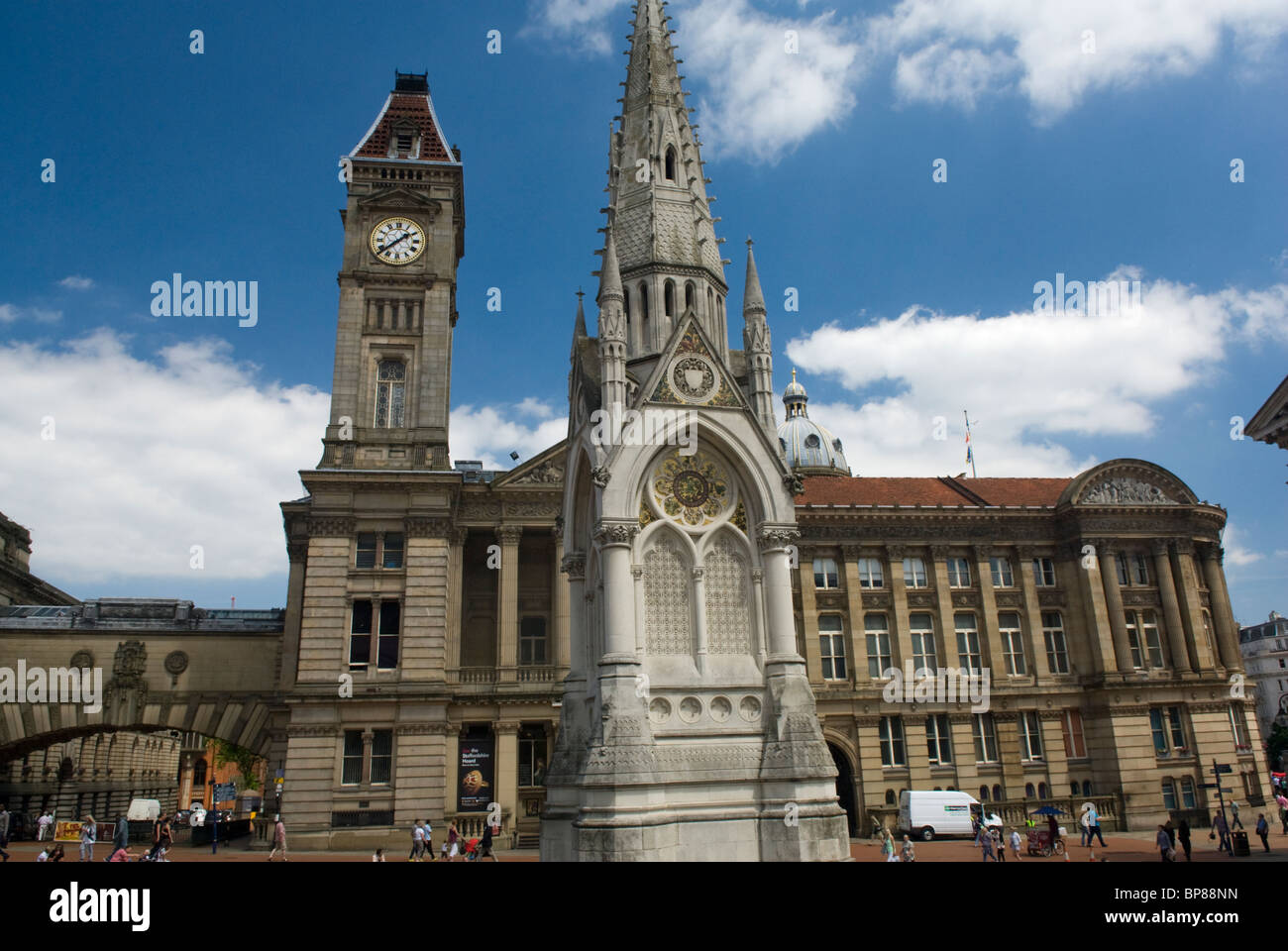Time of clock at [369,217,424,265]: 1:38
